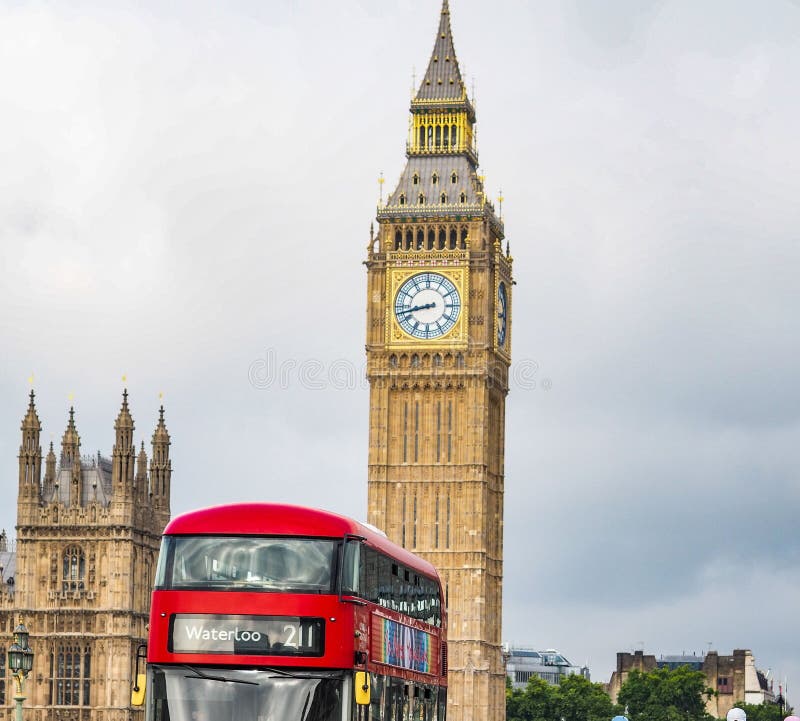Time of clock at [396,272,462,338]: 8:42
